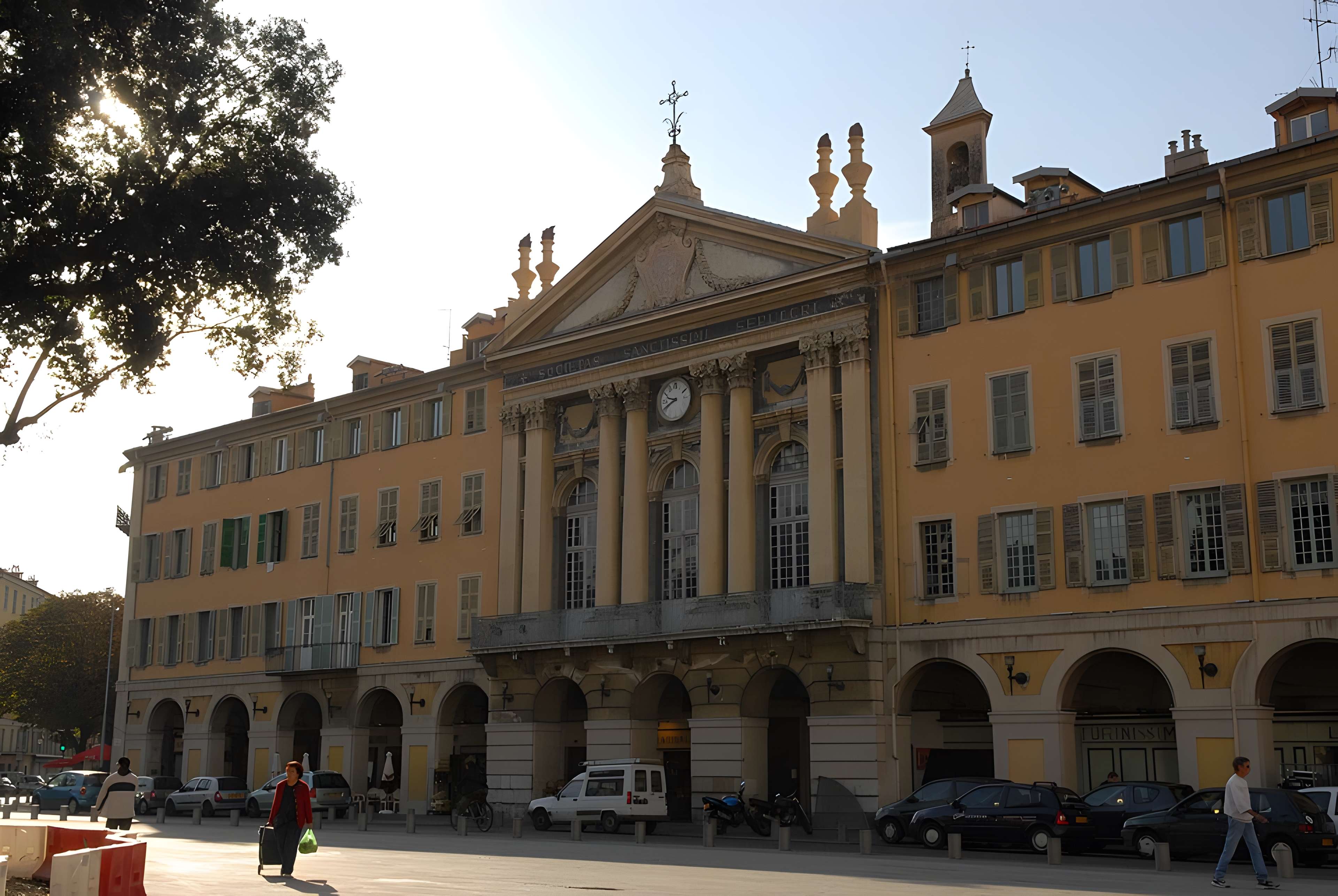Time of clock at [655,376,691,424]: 9:41
